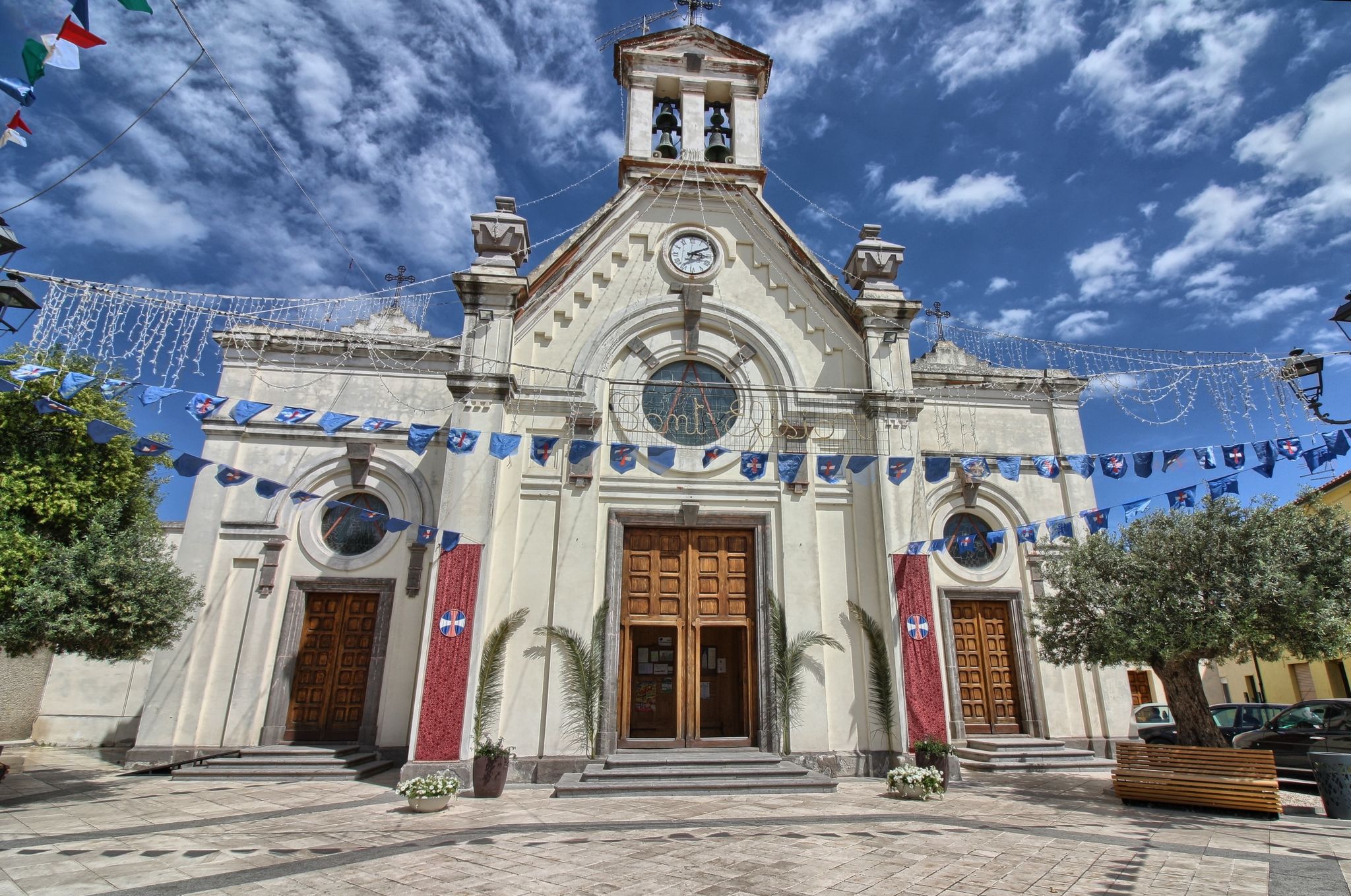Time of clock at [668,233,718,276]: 3:10
